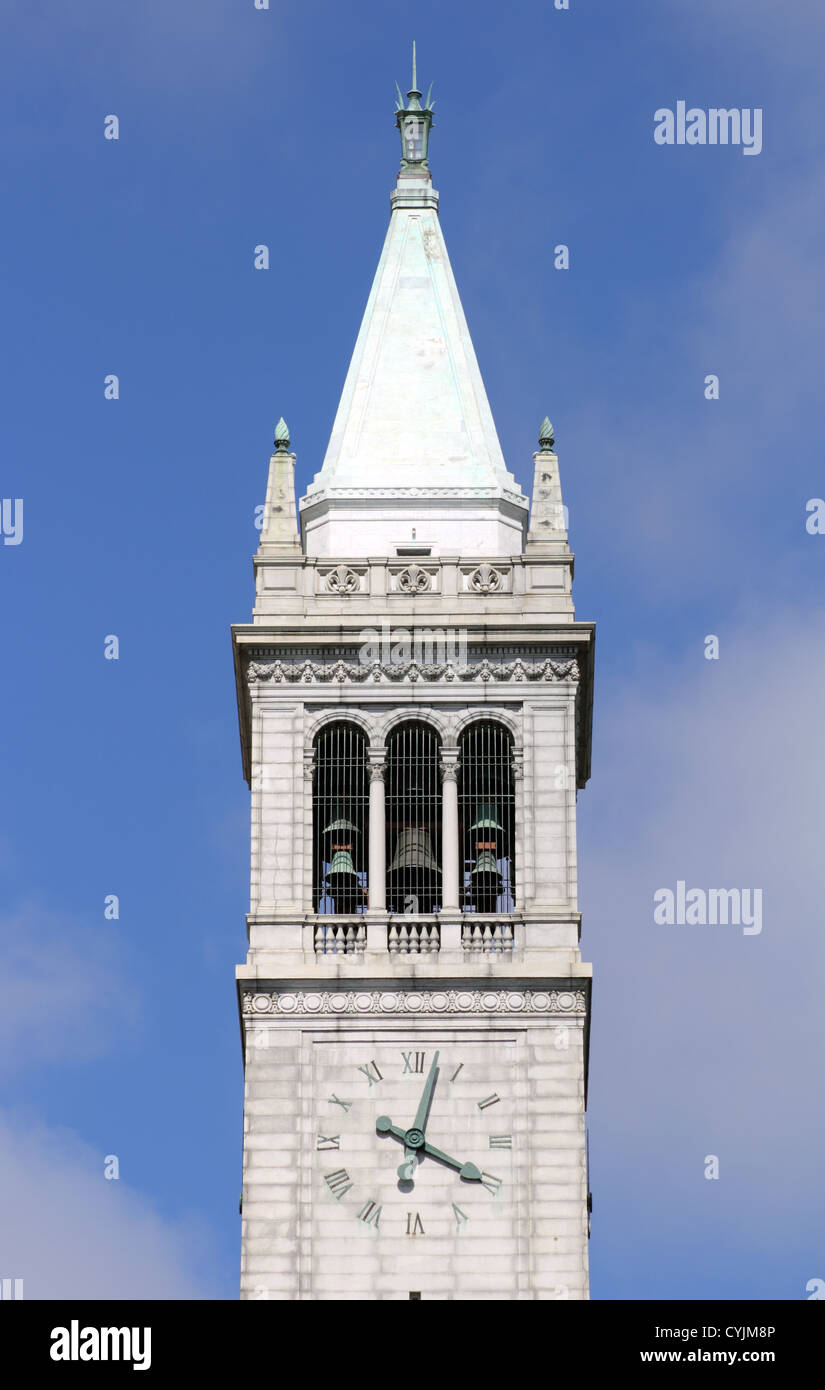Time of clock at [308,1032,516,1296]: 4:02
